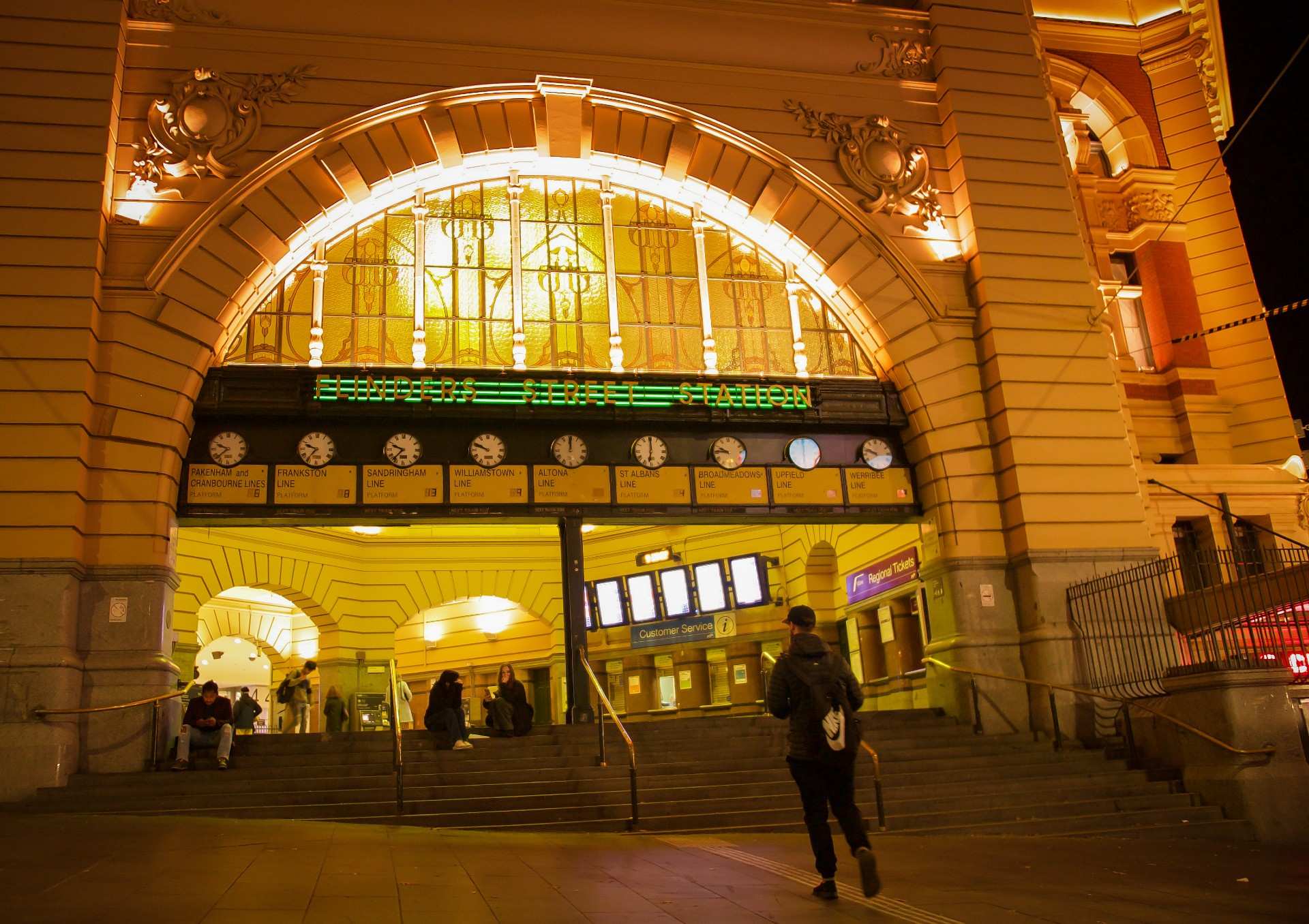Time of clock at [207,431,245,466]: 9:38
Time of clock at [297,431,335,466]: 9:36
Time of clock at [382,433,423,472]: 9:37
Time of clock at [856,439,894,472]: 9:47
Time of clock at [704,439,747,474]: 9:45
